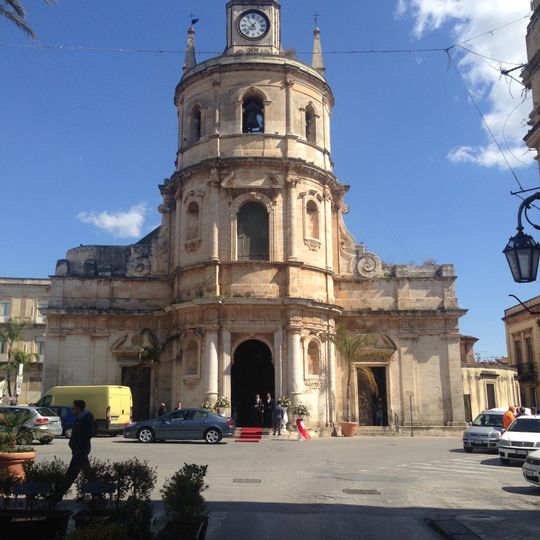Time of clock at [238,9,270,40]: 10:36
